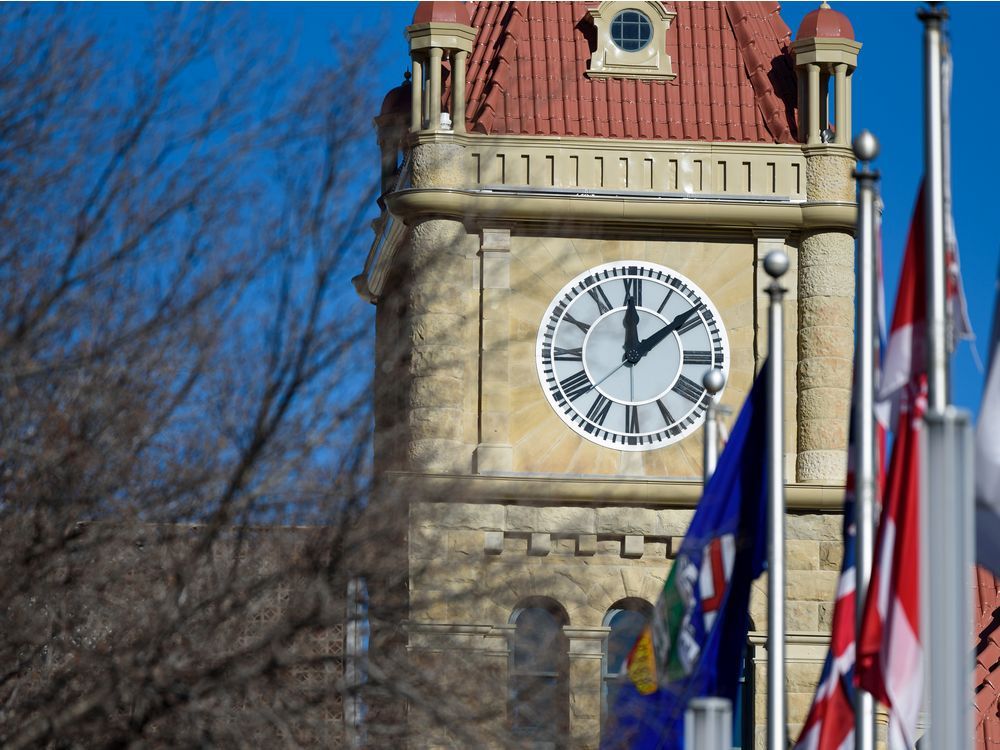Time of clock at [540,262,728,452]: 12:08
